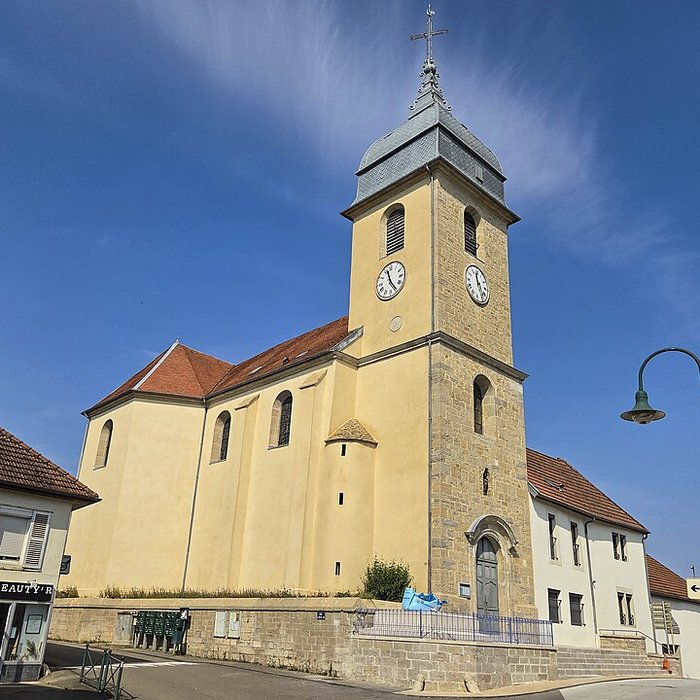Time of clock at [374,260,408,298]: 11:24
